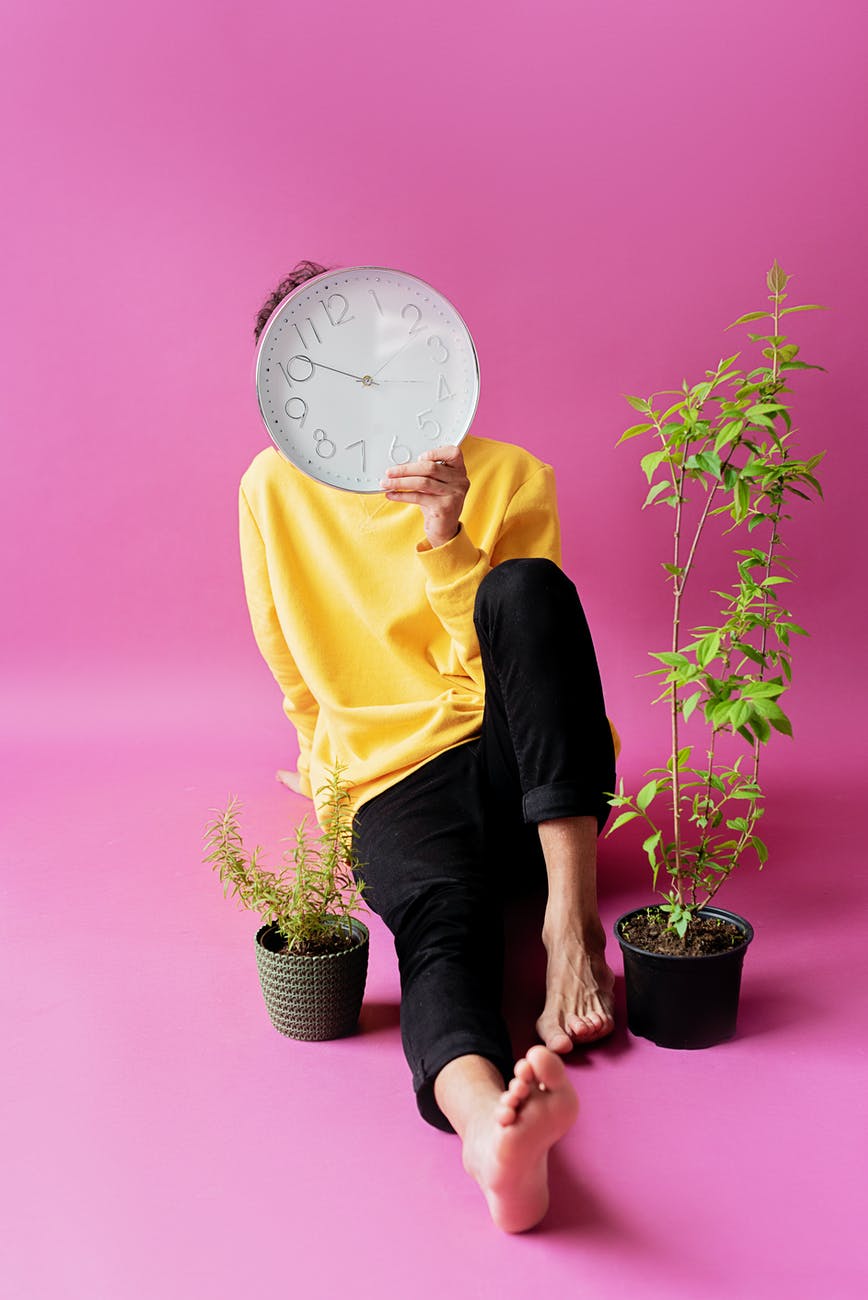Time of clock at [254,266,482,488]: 10:12
